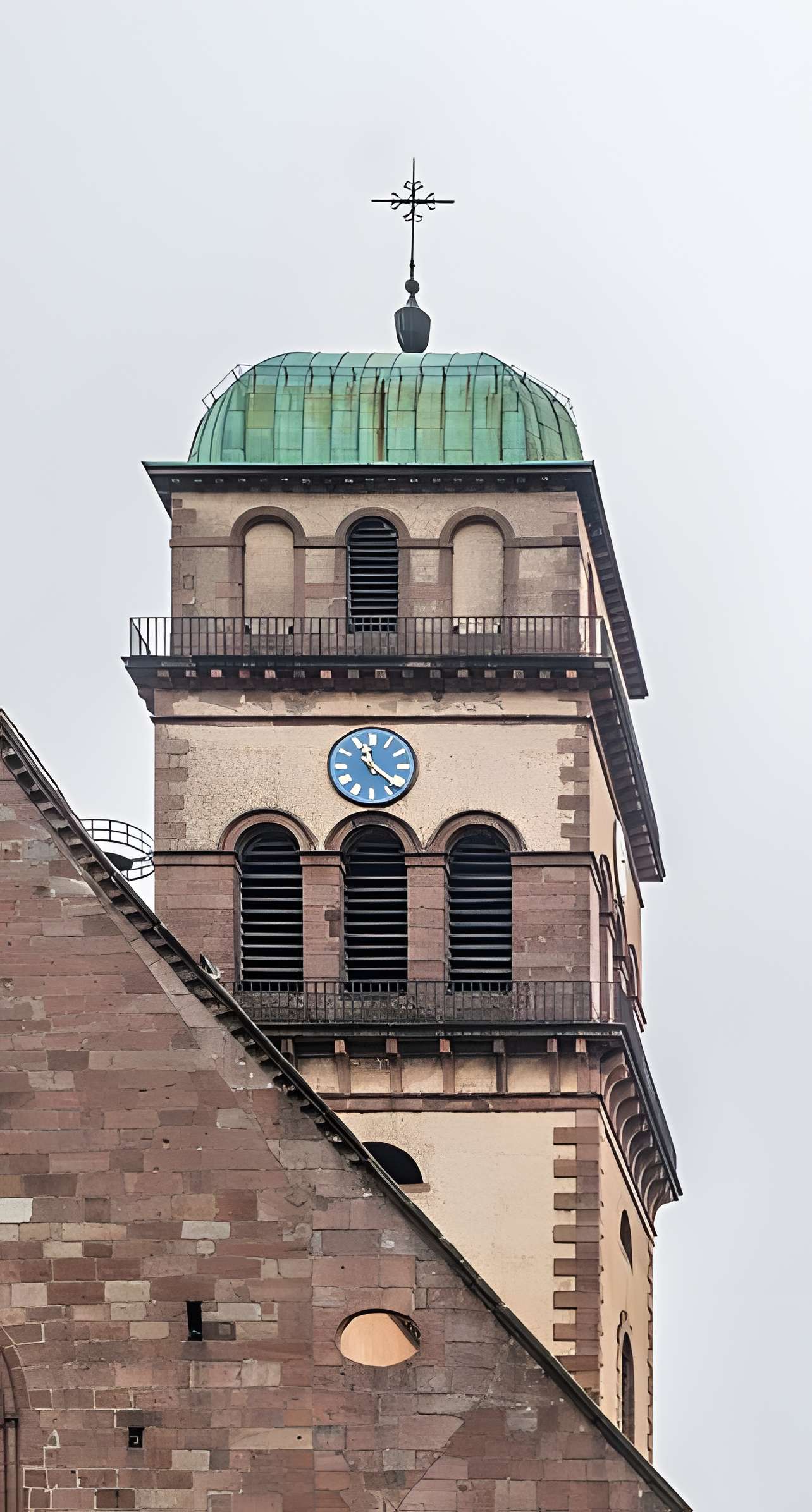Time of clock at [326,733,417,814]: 11:21
